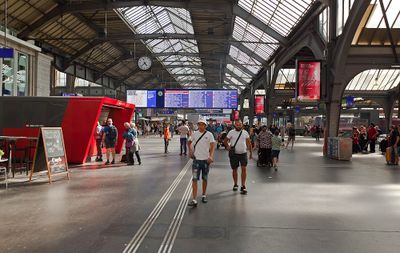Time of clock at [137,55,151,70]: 4:37
